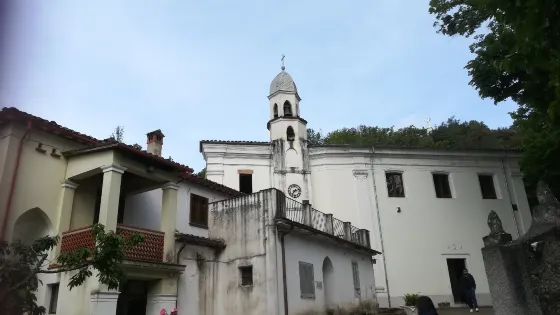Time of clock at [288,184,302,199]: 7:12
